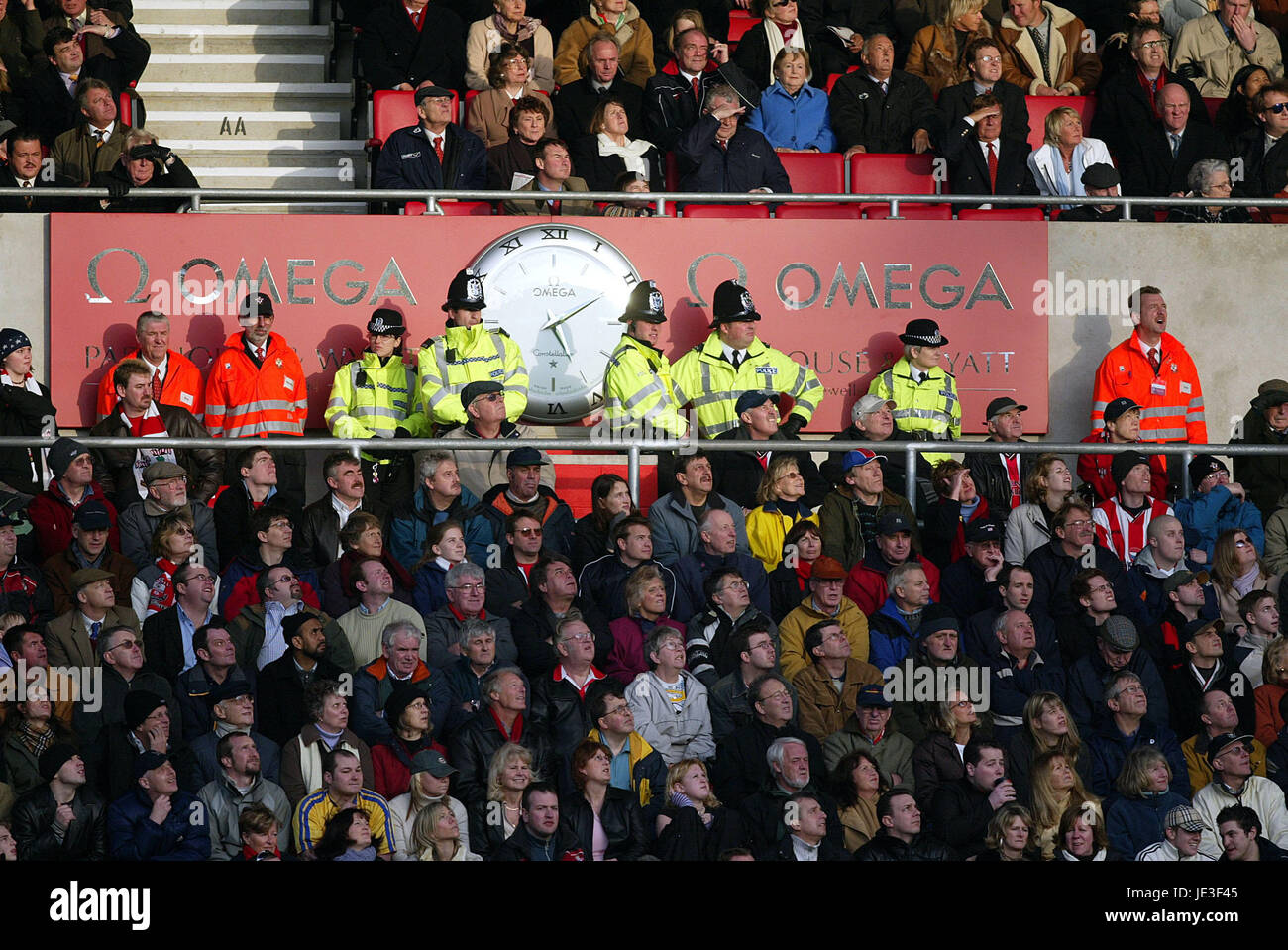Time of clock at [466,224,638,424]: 5:09
